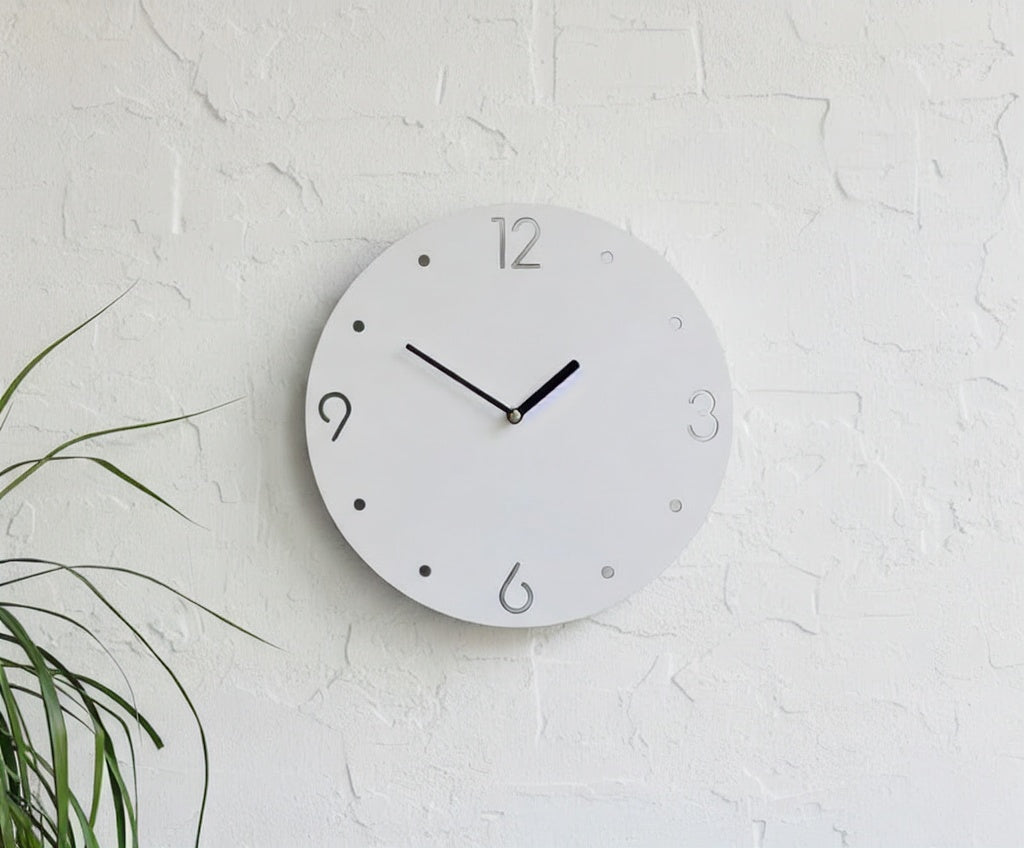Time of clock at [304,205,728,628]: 1:50
